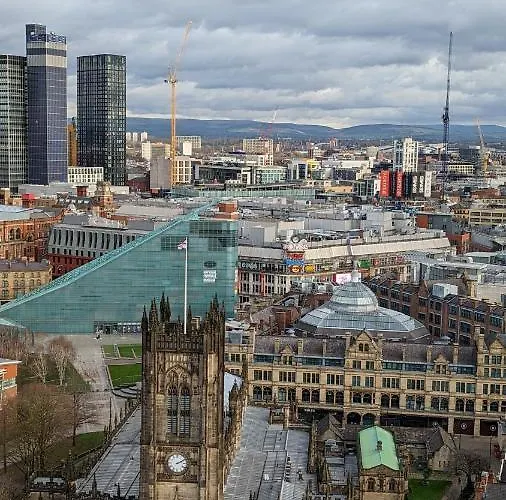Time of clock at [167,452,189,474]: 2:09
